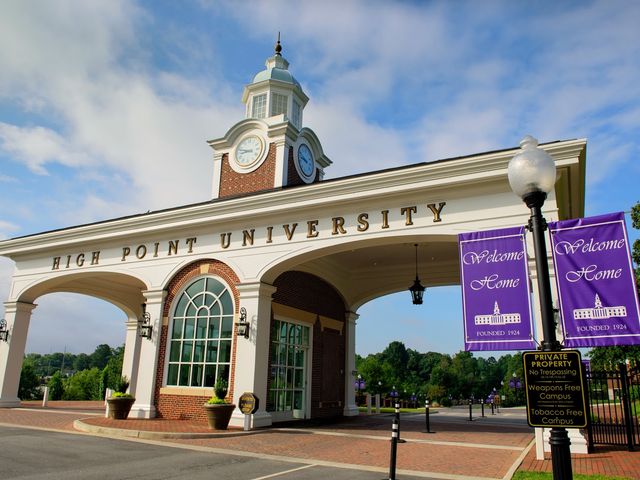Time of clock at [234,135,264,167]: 8:47
